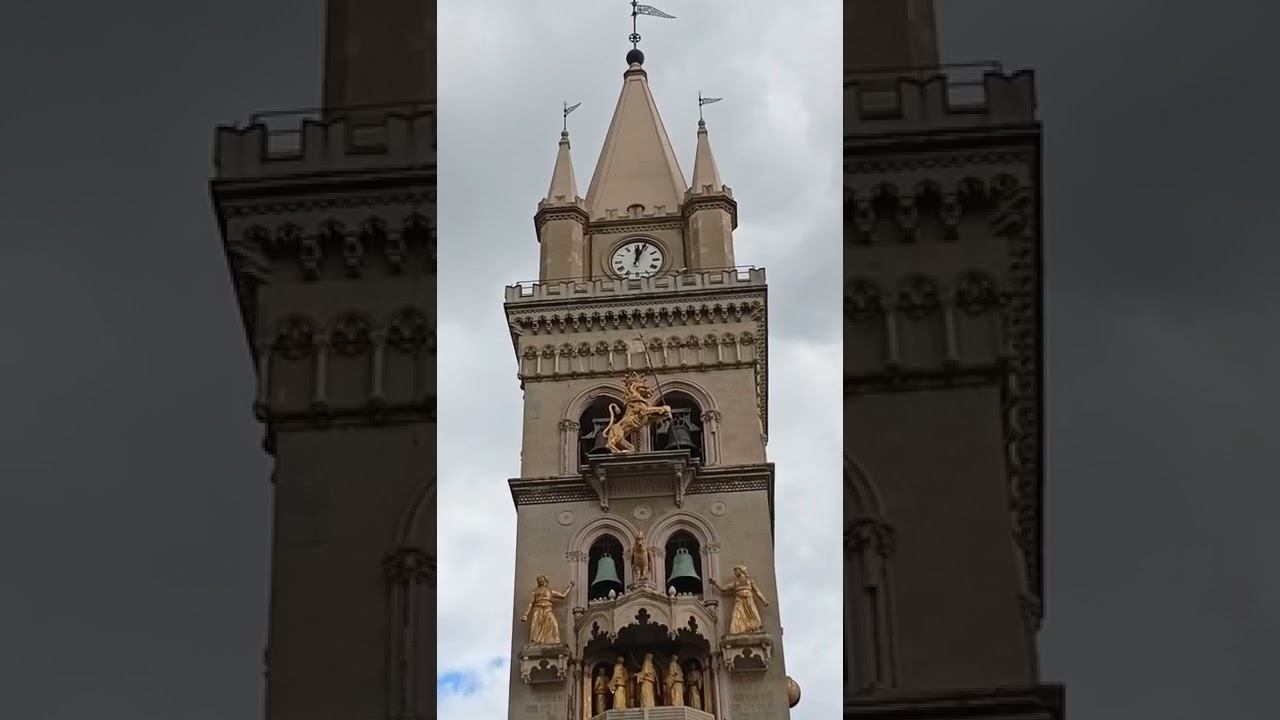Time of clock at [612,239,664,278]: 12:03
